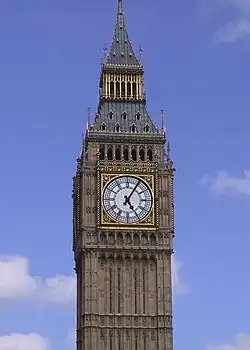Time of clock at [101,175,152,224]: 5:05
